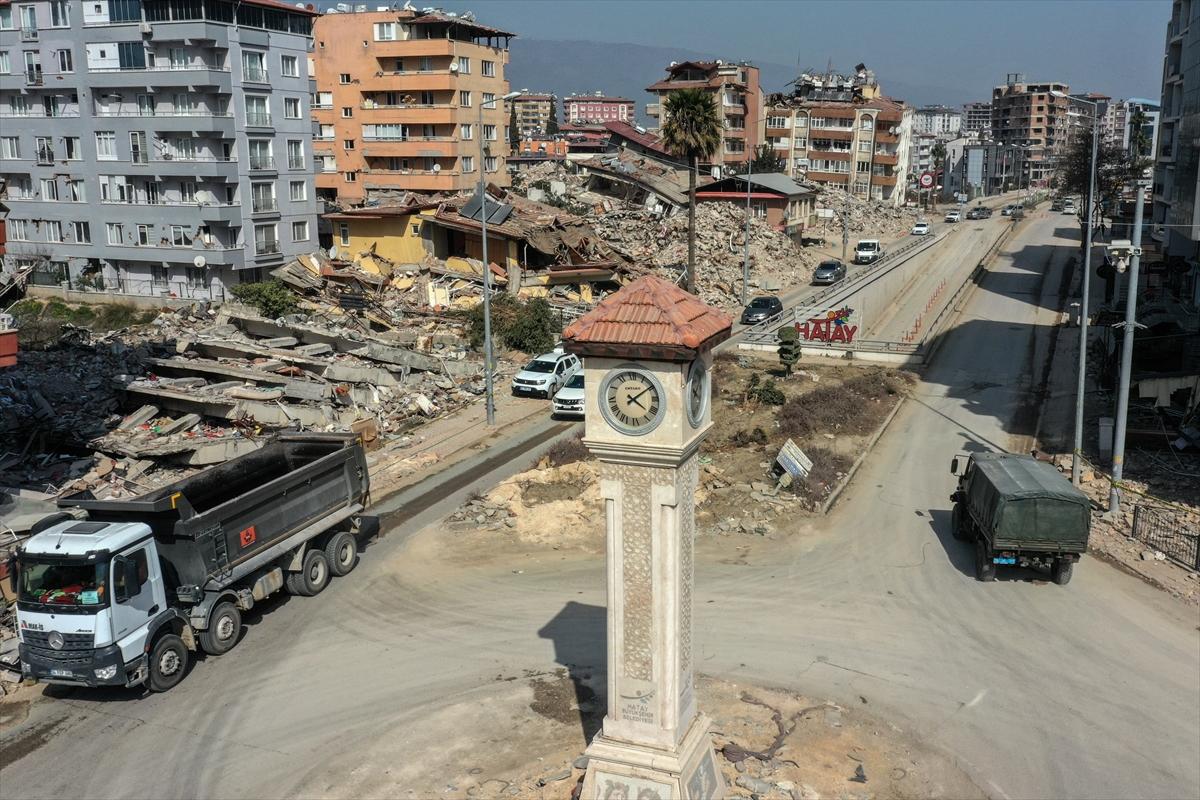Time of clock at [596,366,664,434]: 4:09
